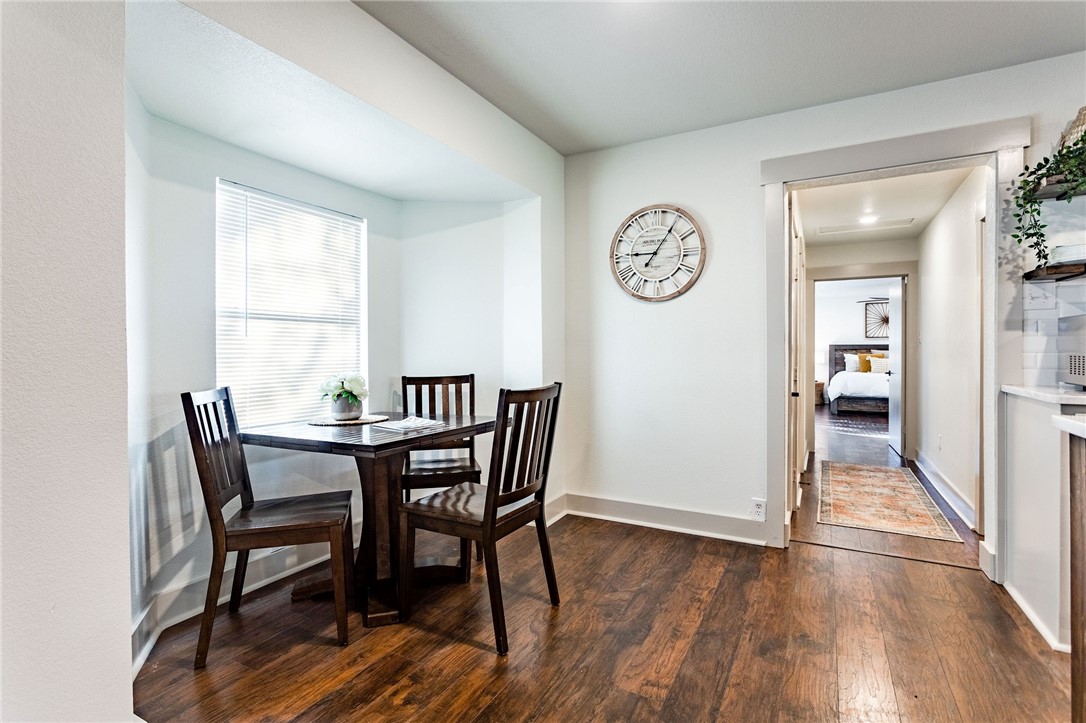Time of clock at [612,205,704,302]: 9:05
